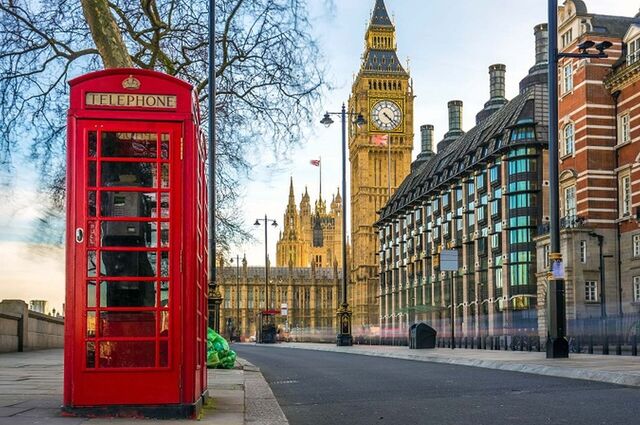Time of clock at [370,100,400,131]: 4:22
